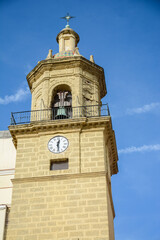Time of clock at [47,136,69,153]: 12:28
